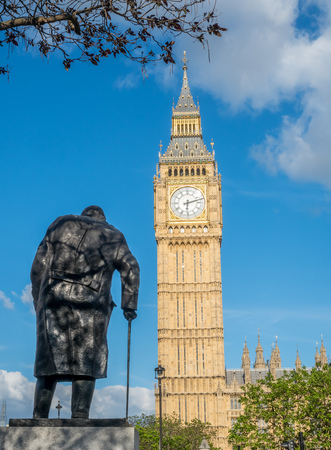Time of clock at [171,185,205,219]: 6:12
